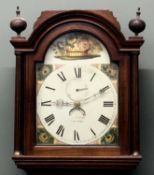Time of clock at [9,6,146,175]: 9:10
